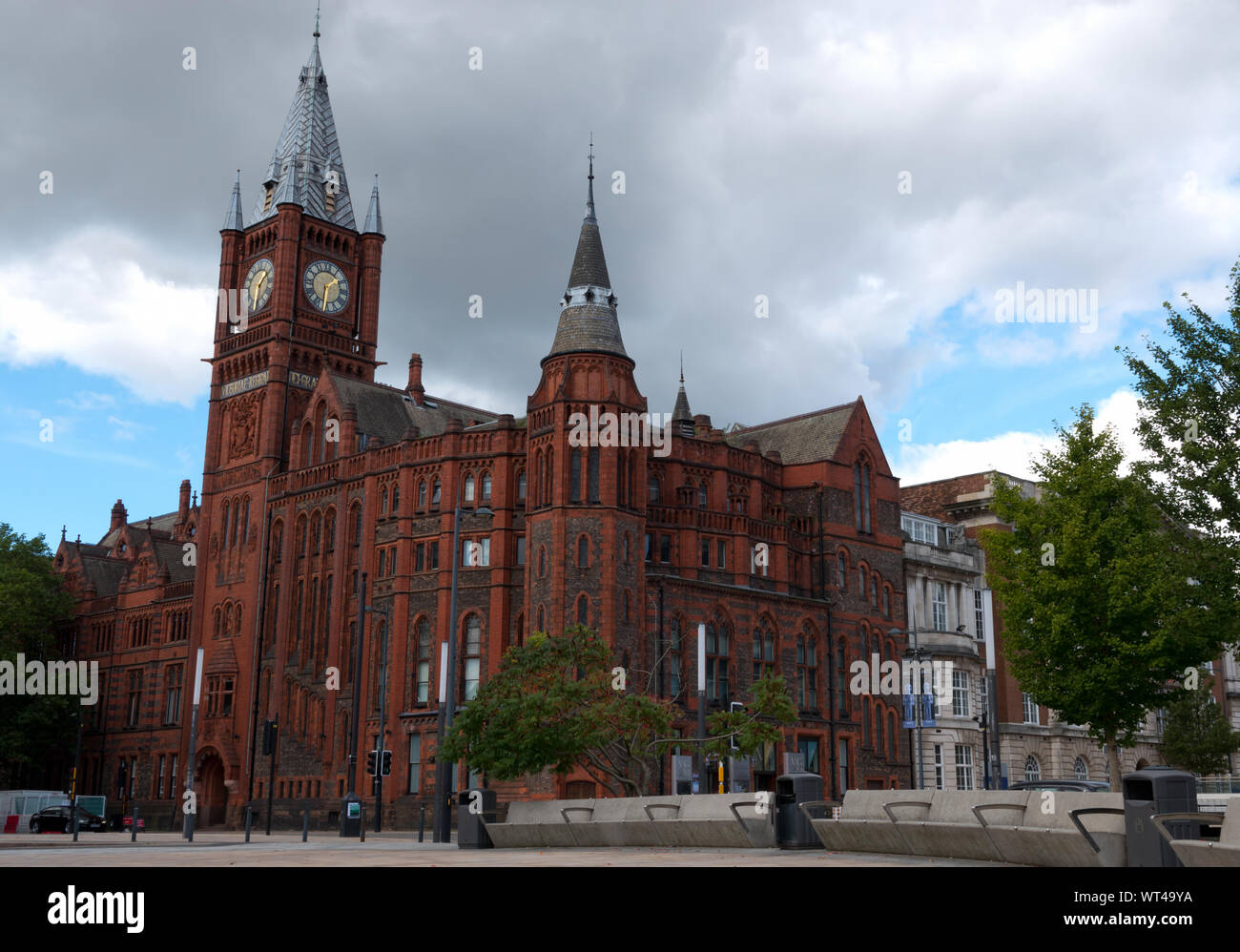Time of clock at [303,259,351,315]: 1:31
